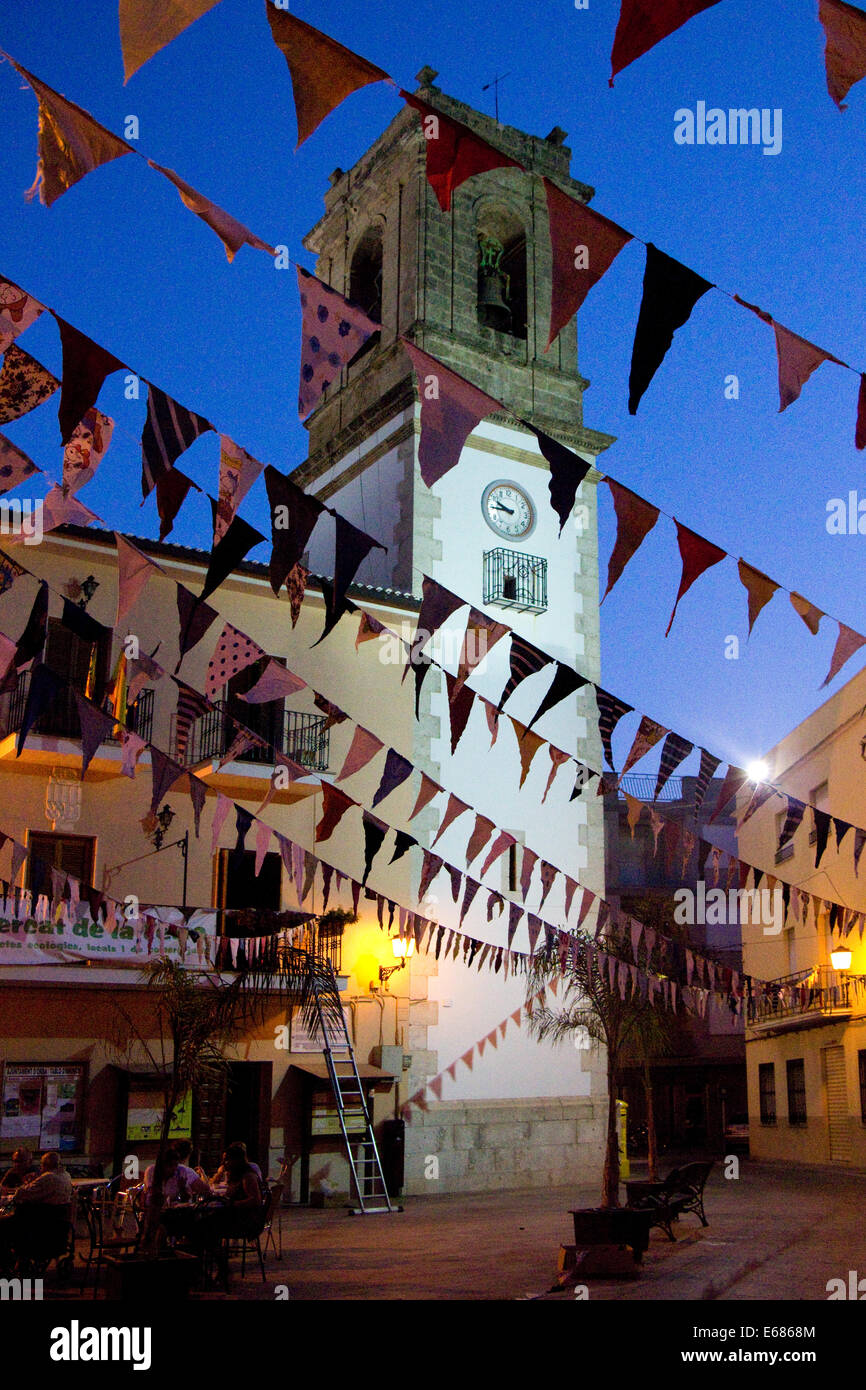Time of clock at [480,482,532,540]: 9:44
